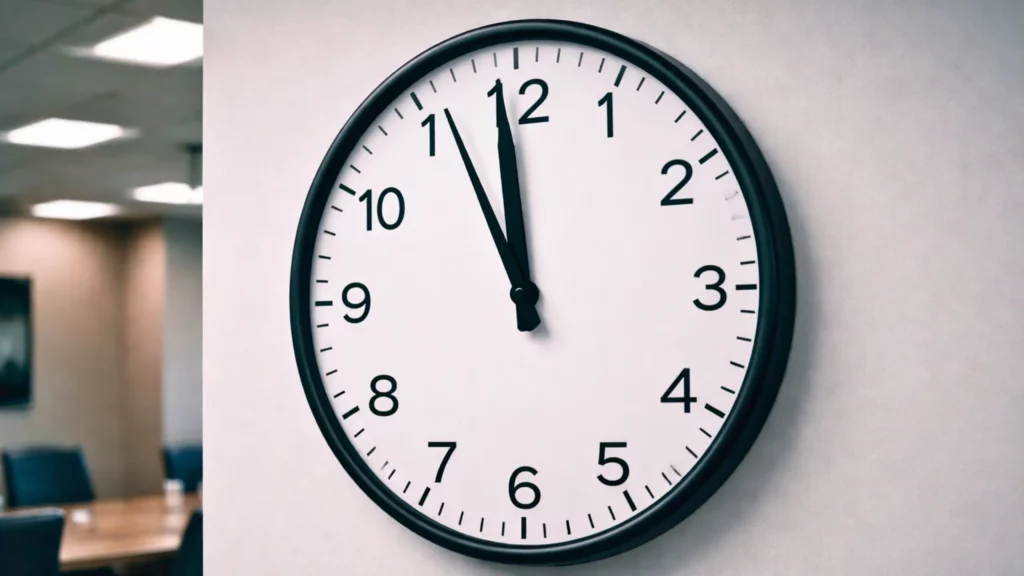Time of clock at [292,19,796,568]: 11:55
